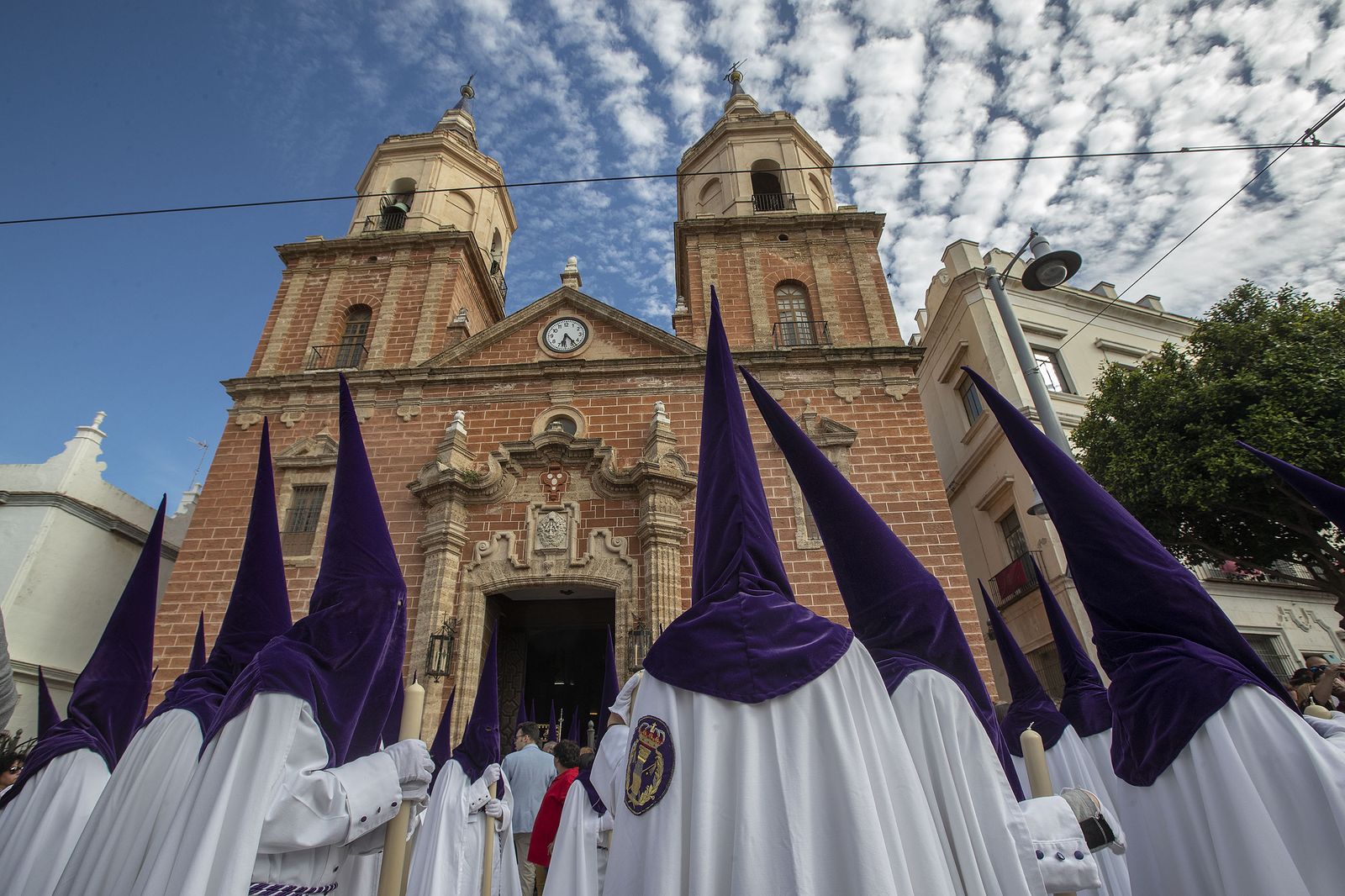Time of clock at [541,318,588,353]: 6:23
